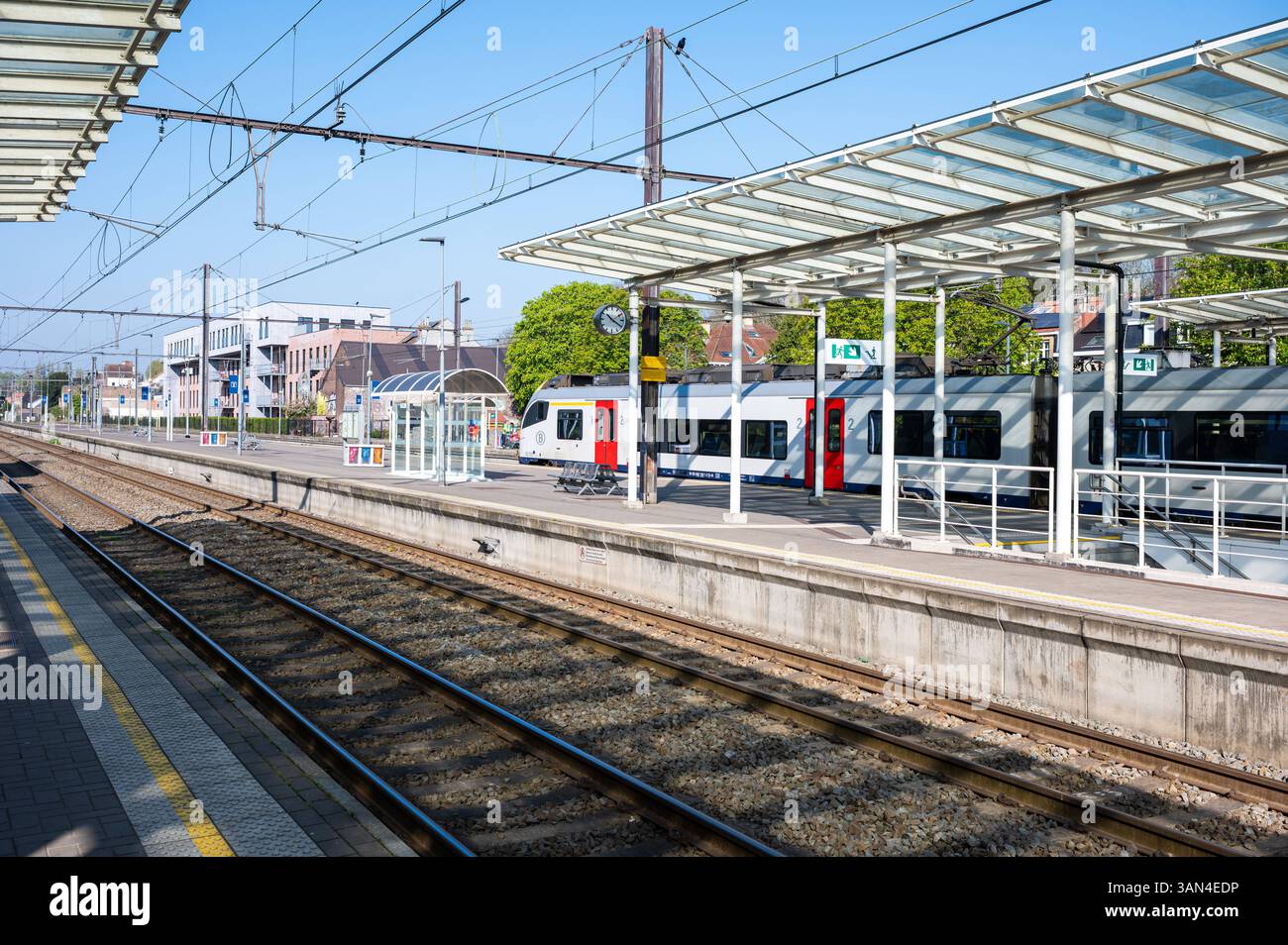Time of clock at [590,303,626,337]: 10:20
